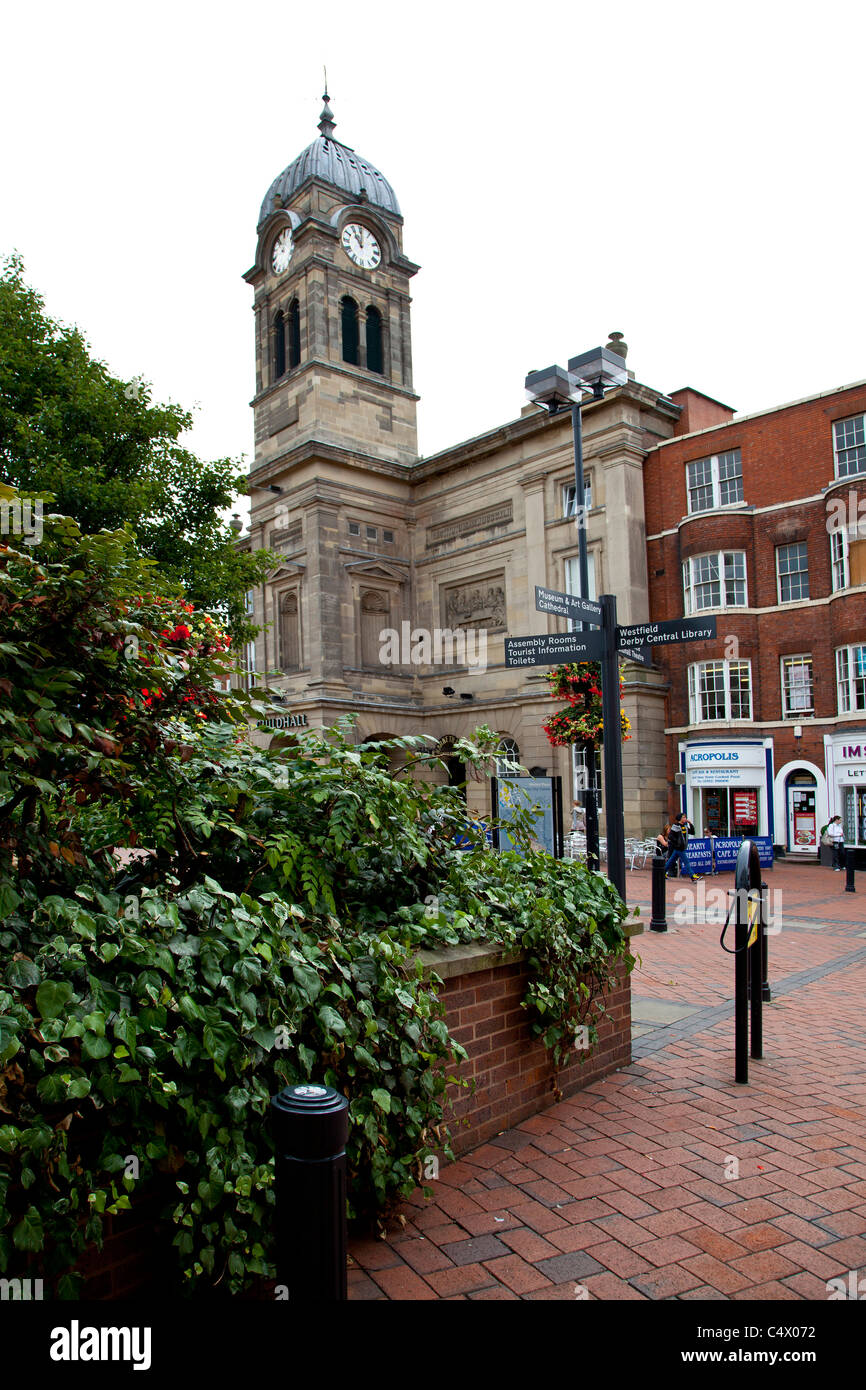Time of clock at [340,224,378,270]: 11:00
